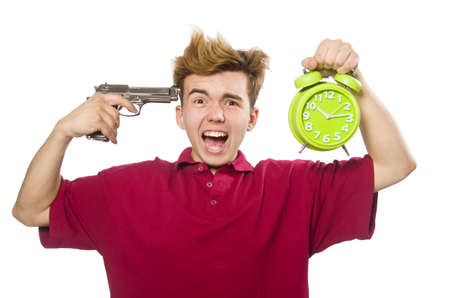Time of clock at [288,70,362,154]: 10:13
